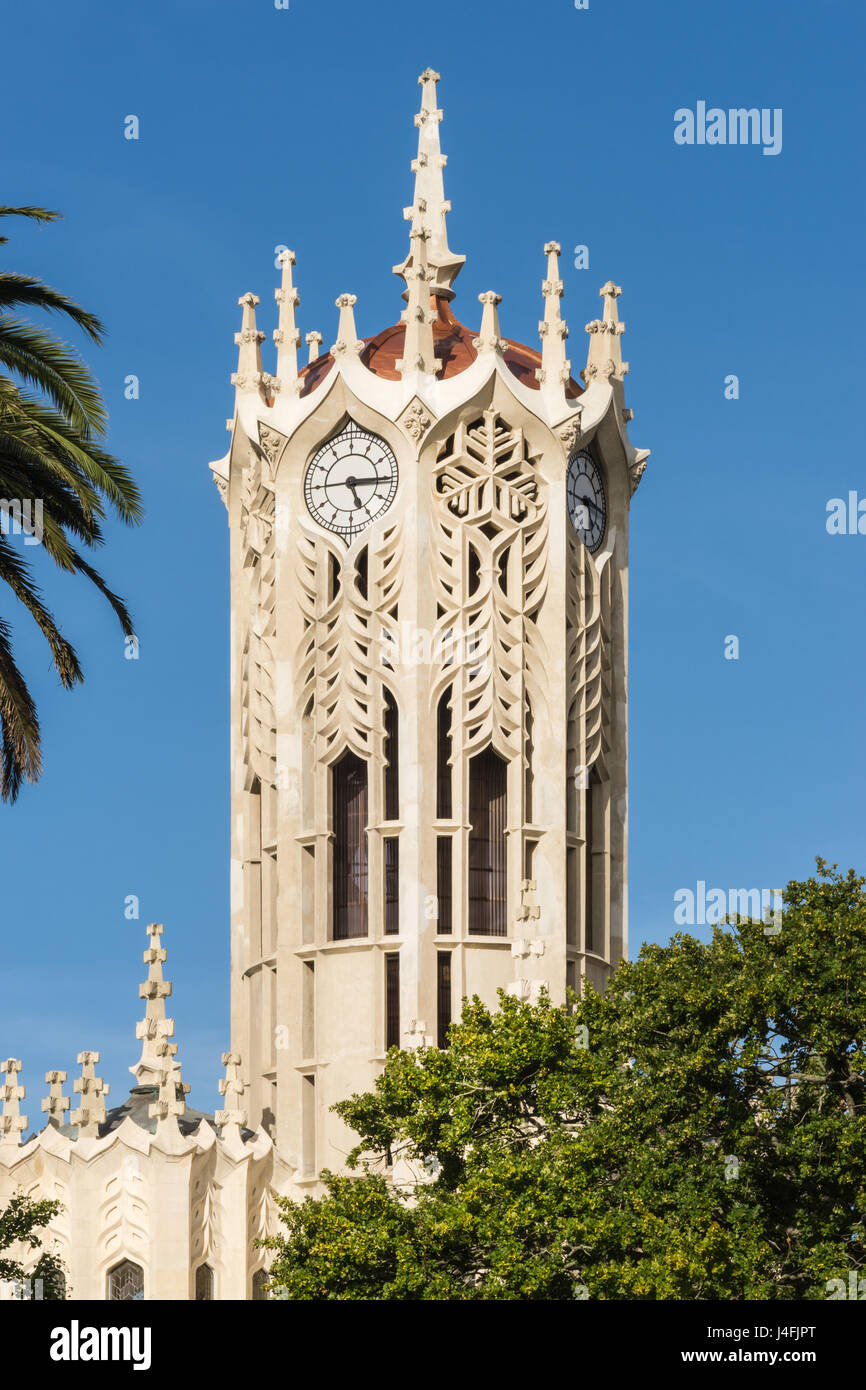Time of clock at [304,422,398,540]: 5:15
